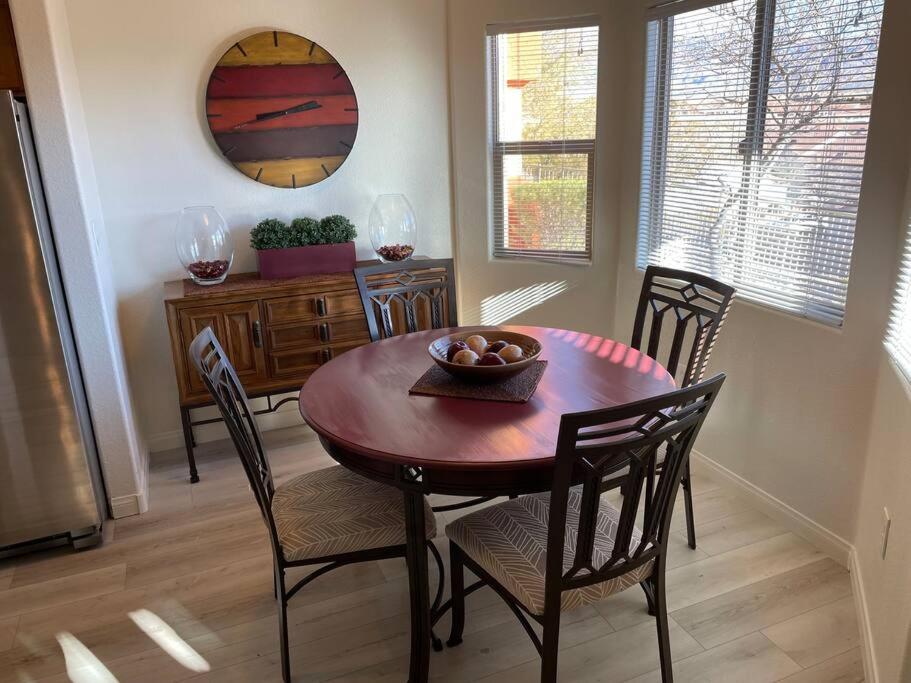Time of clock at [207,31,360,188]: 2:43
